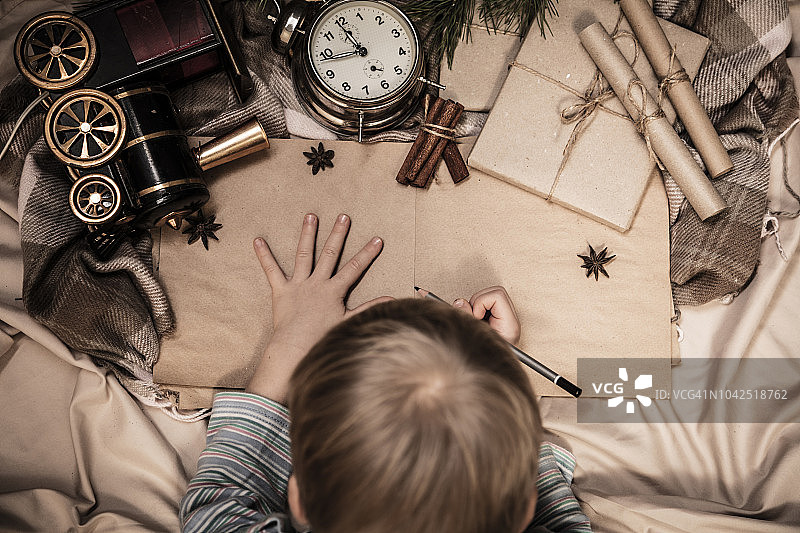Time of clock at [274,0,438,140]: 10:43
